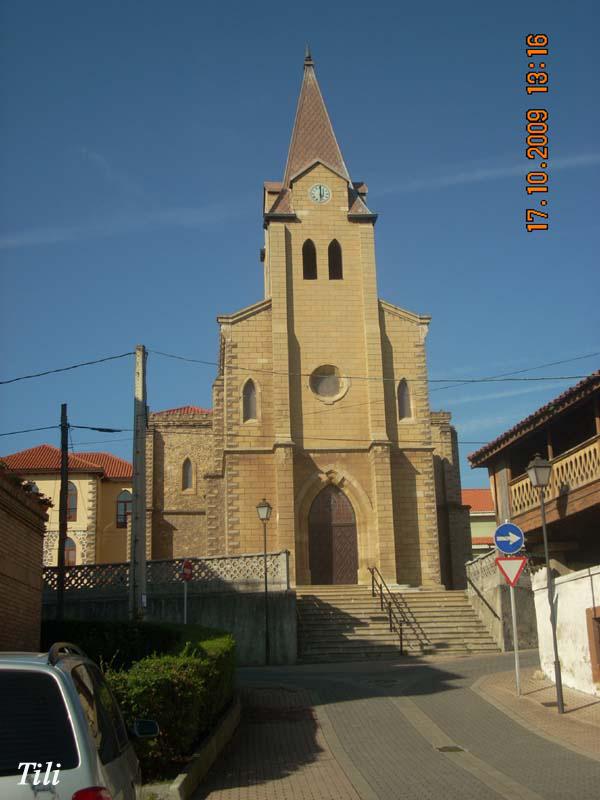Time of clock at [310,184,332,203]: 6:00
